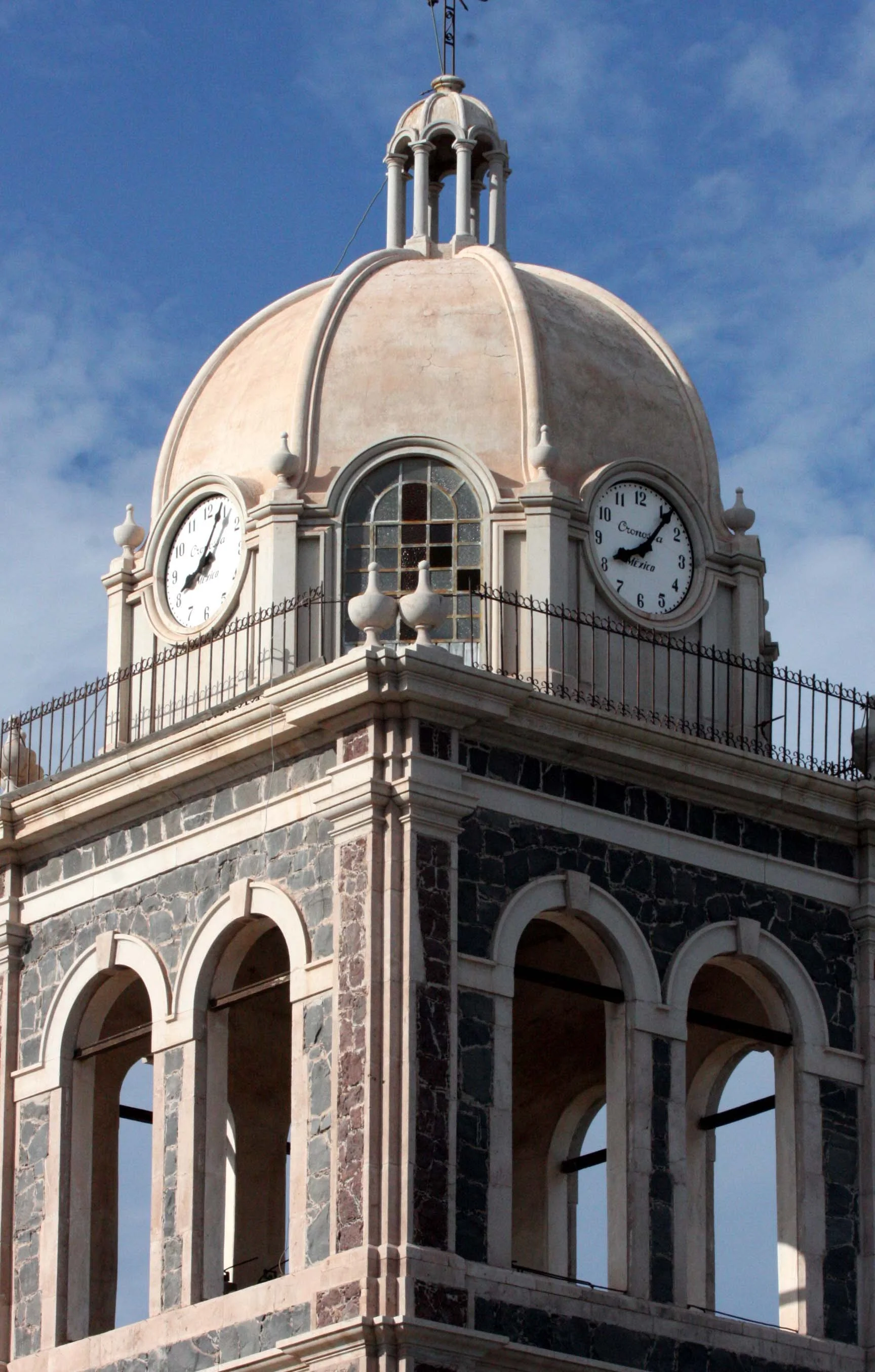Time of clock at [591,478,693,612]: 8:06
